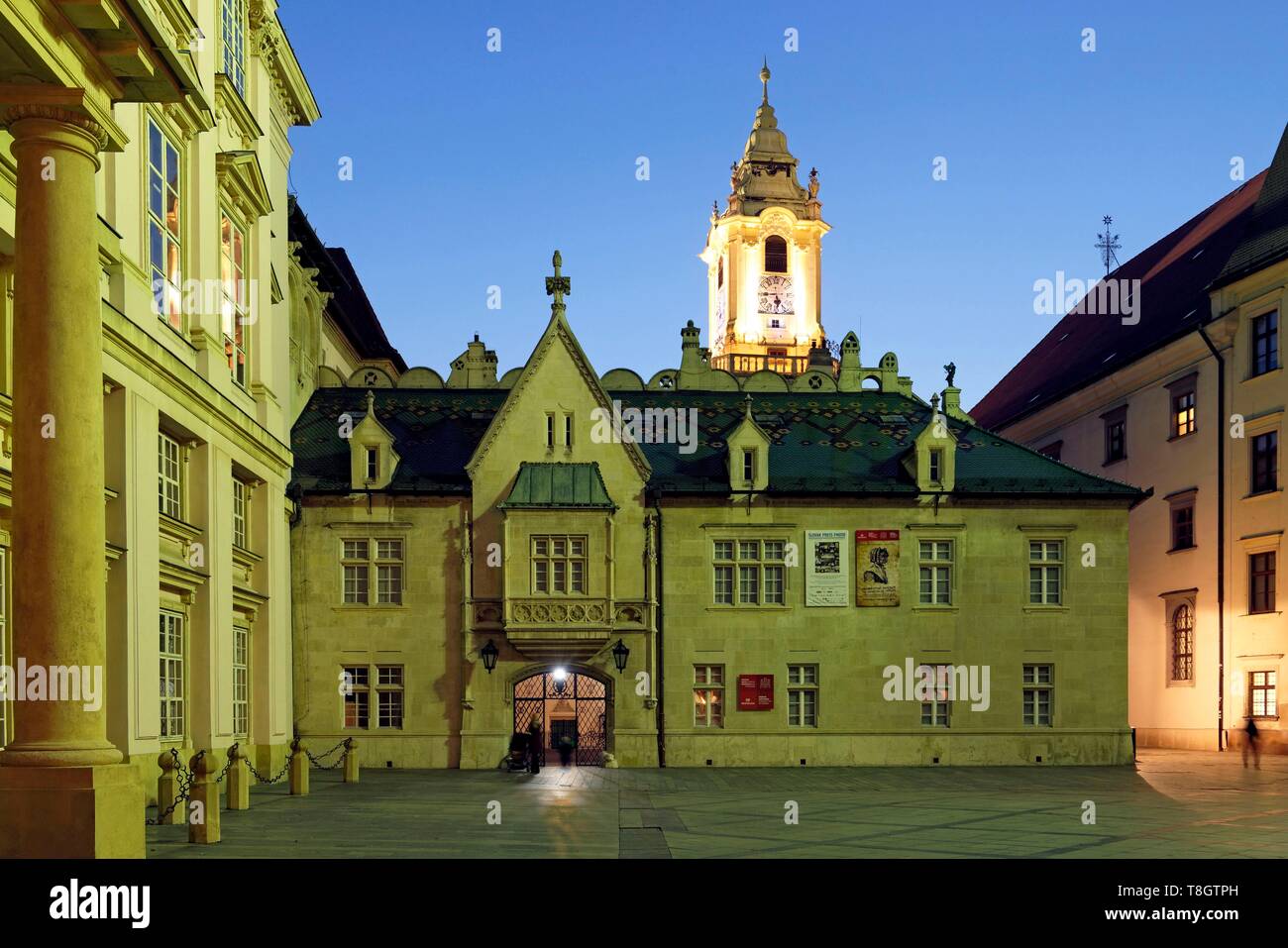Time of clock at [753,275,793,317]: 5:44
